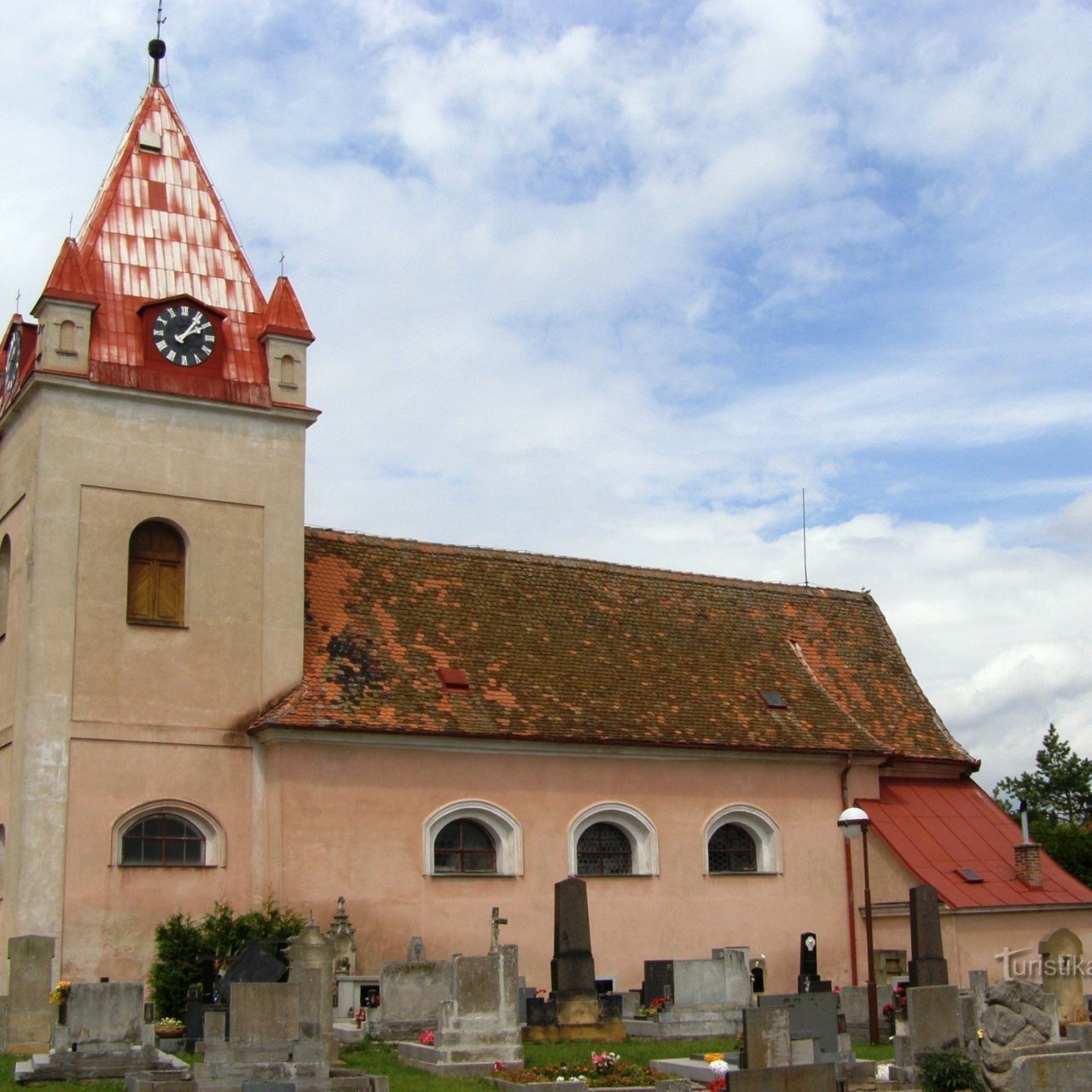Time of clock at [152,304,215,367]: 2:06
